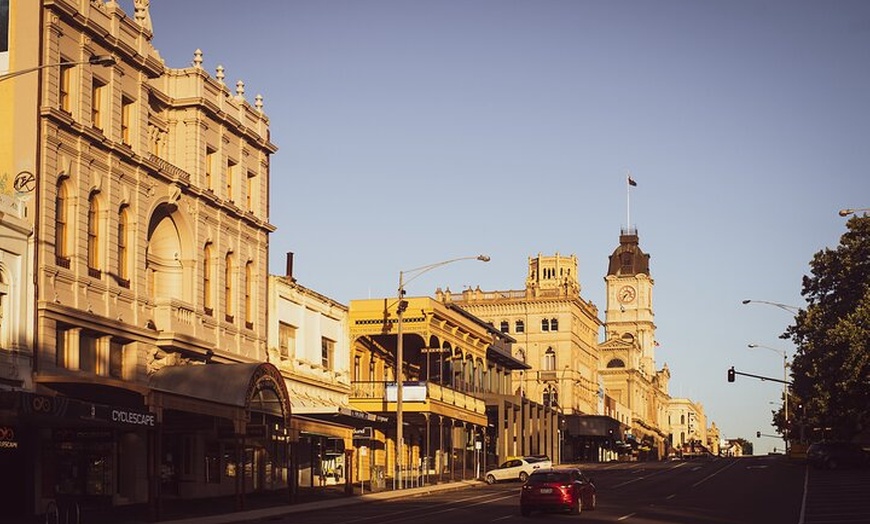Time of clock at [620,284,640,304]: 7:36
